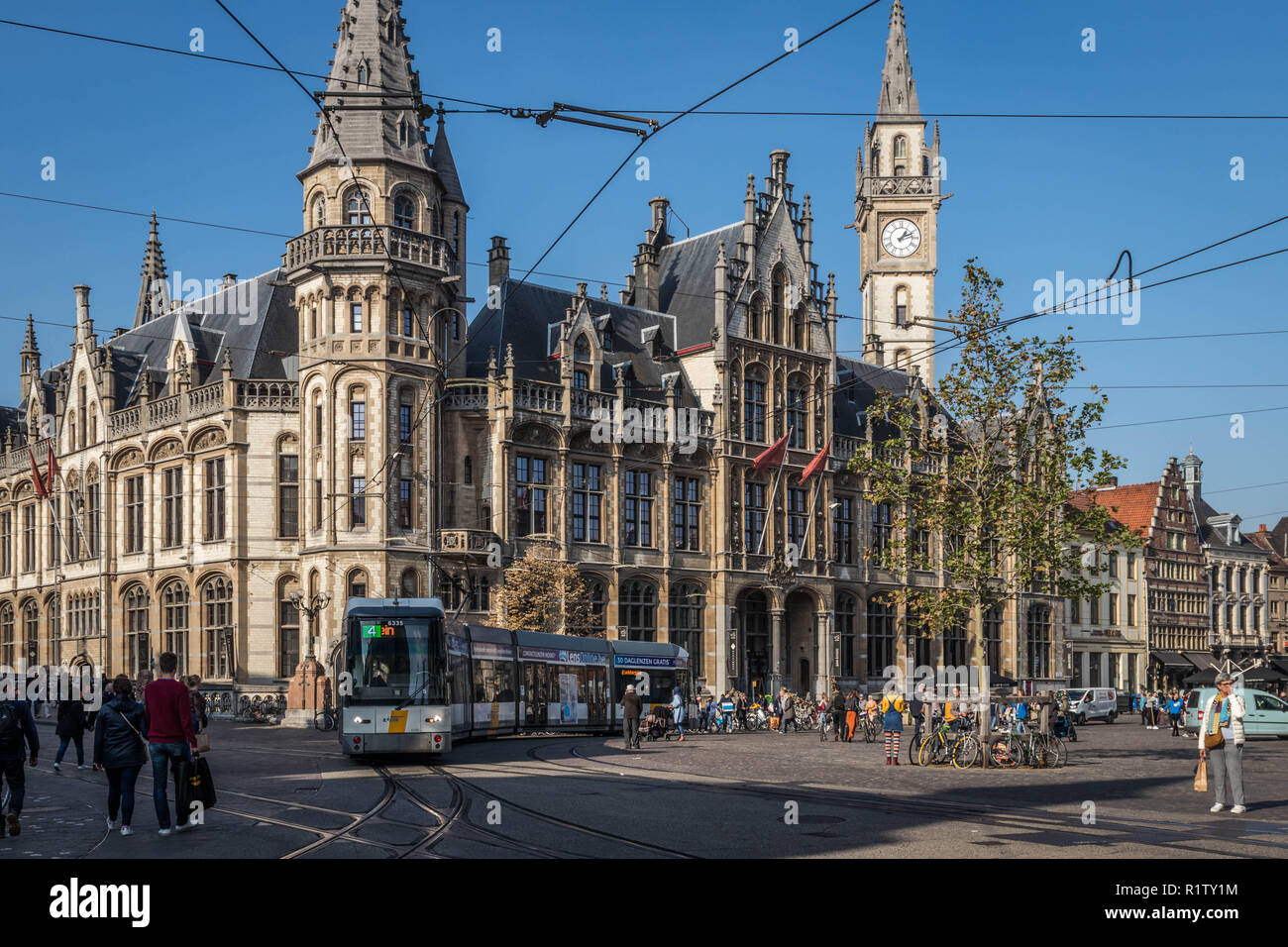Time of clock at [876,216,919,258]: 1:11
